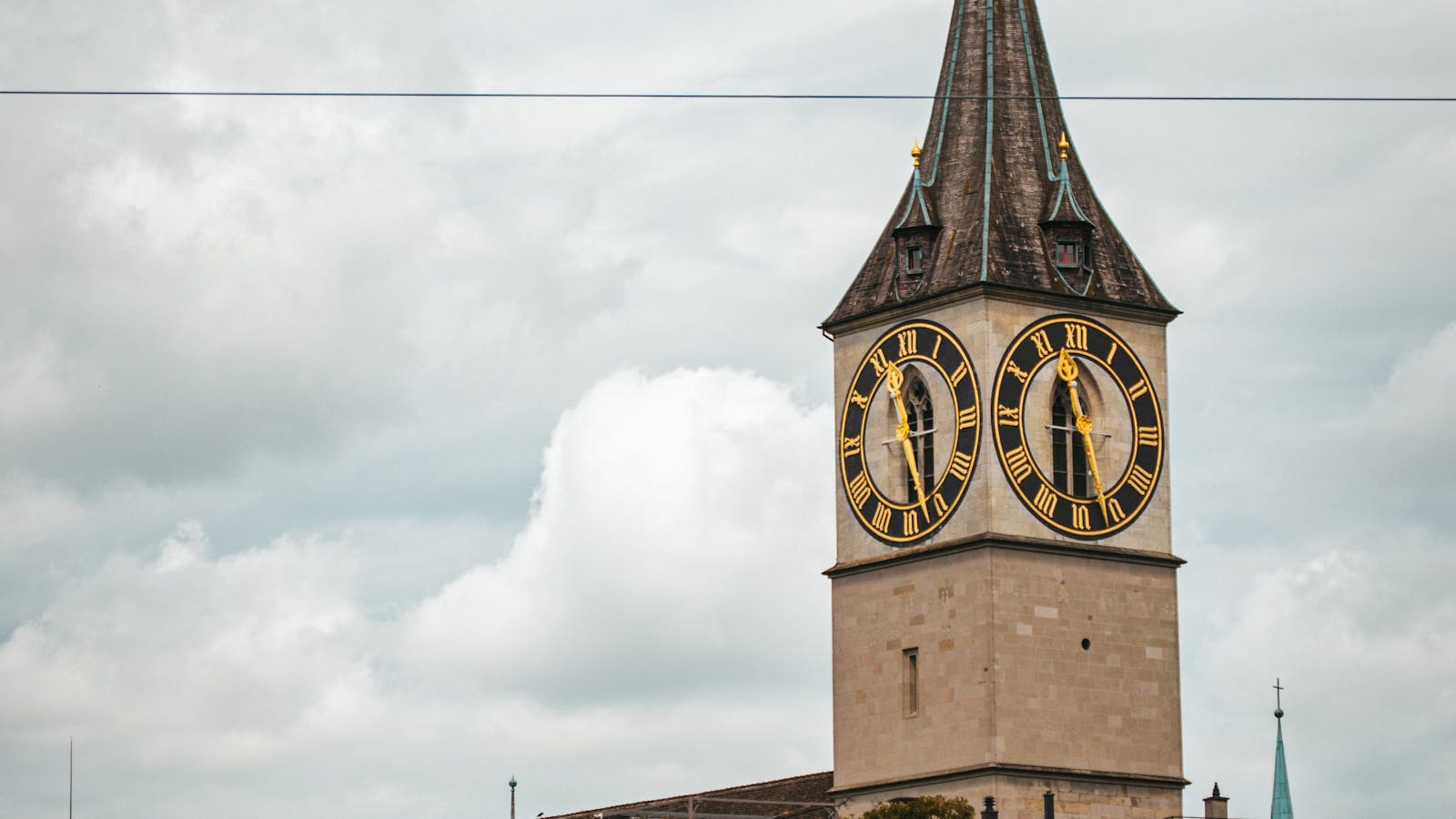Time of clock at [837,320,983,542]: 11:28
